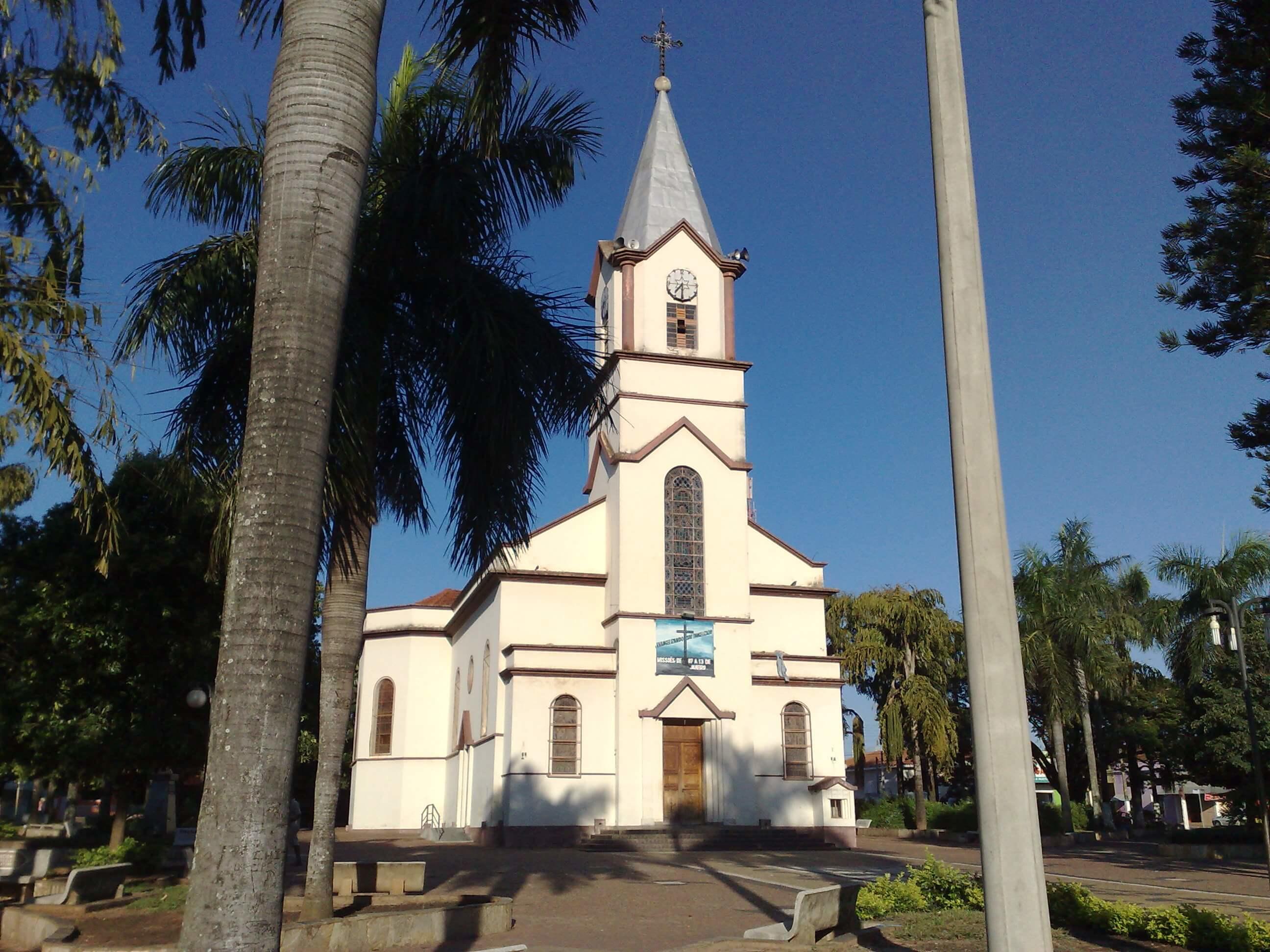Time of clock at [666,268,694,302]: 7:30
